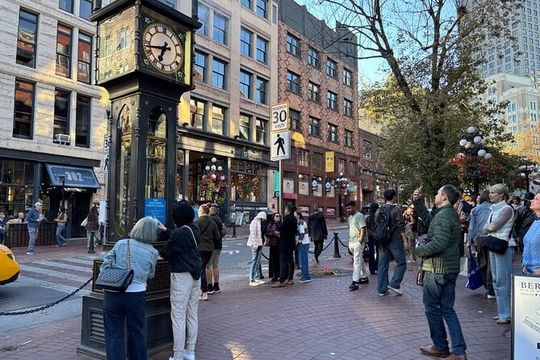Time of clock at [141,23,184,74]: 6:43
